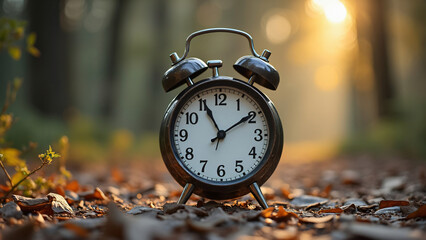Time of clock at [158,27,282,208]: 1:55
